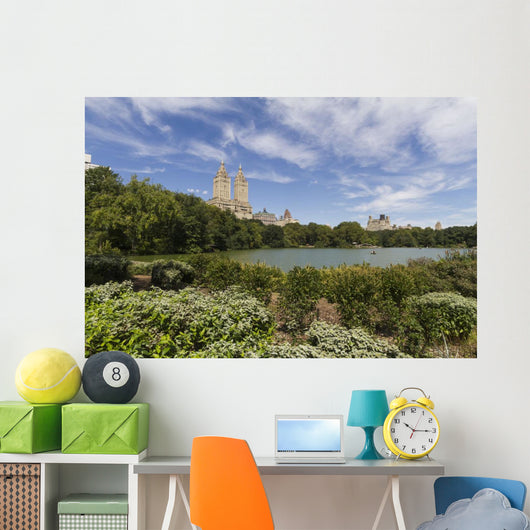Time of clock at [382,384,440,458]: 10:15
